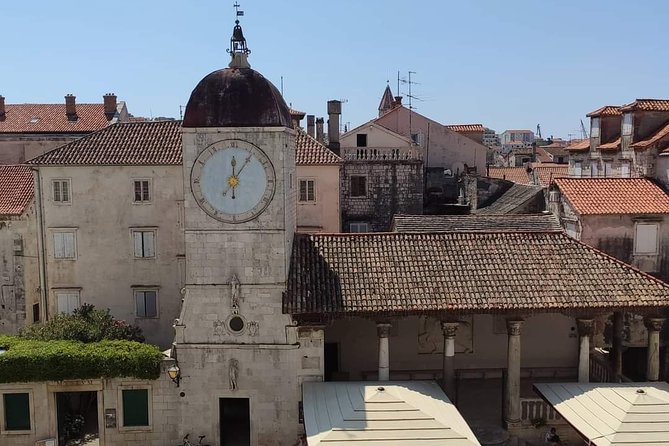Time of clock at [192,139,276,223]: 12:05
